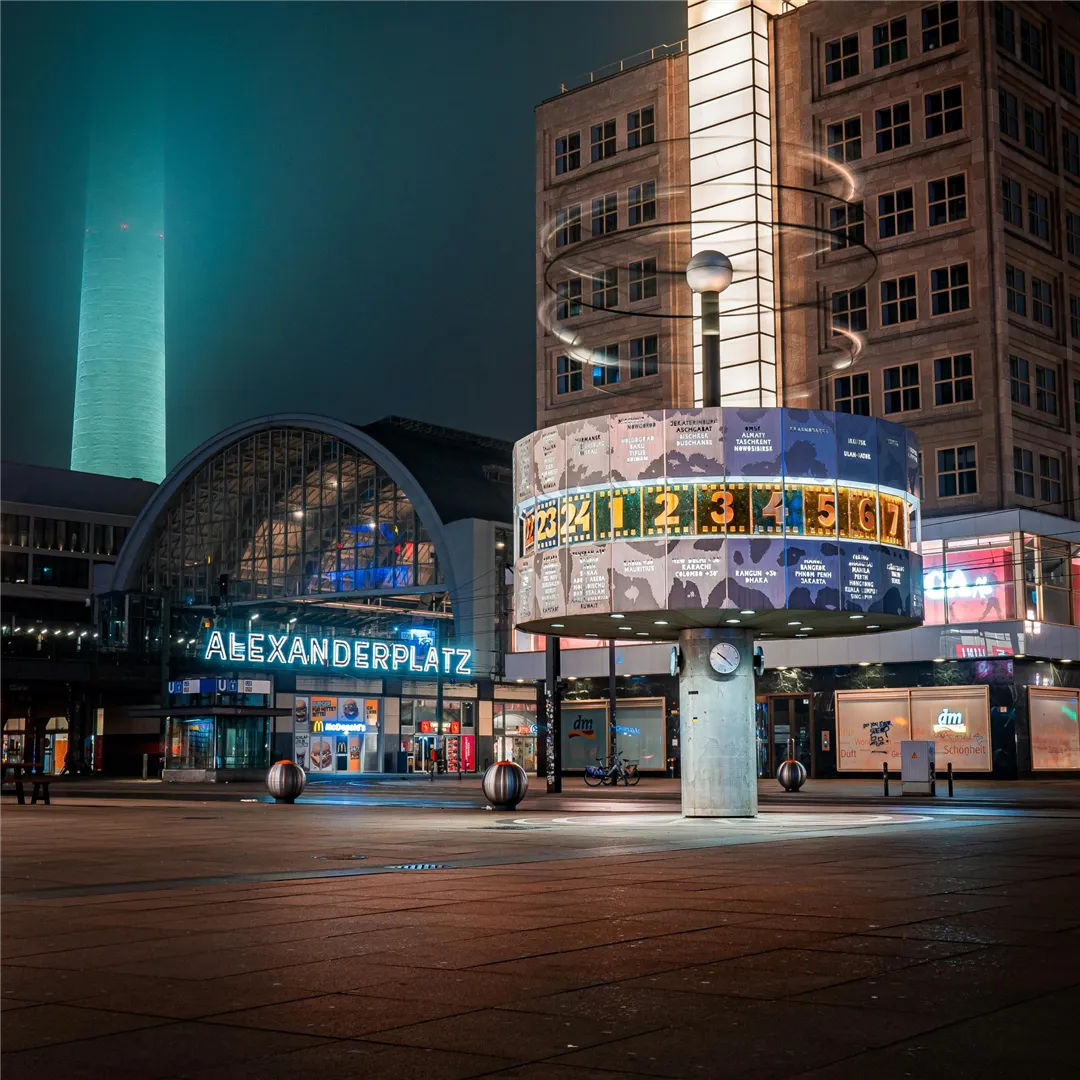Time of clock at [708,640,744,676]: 10:22
